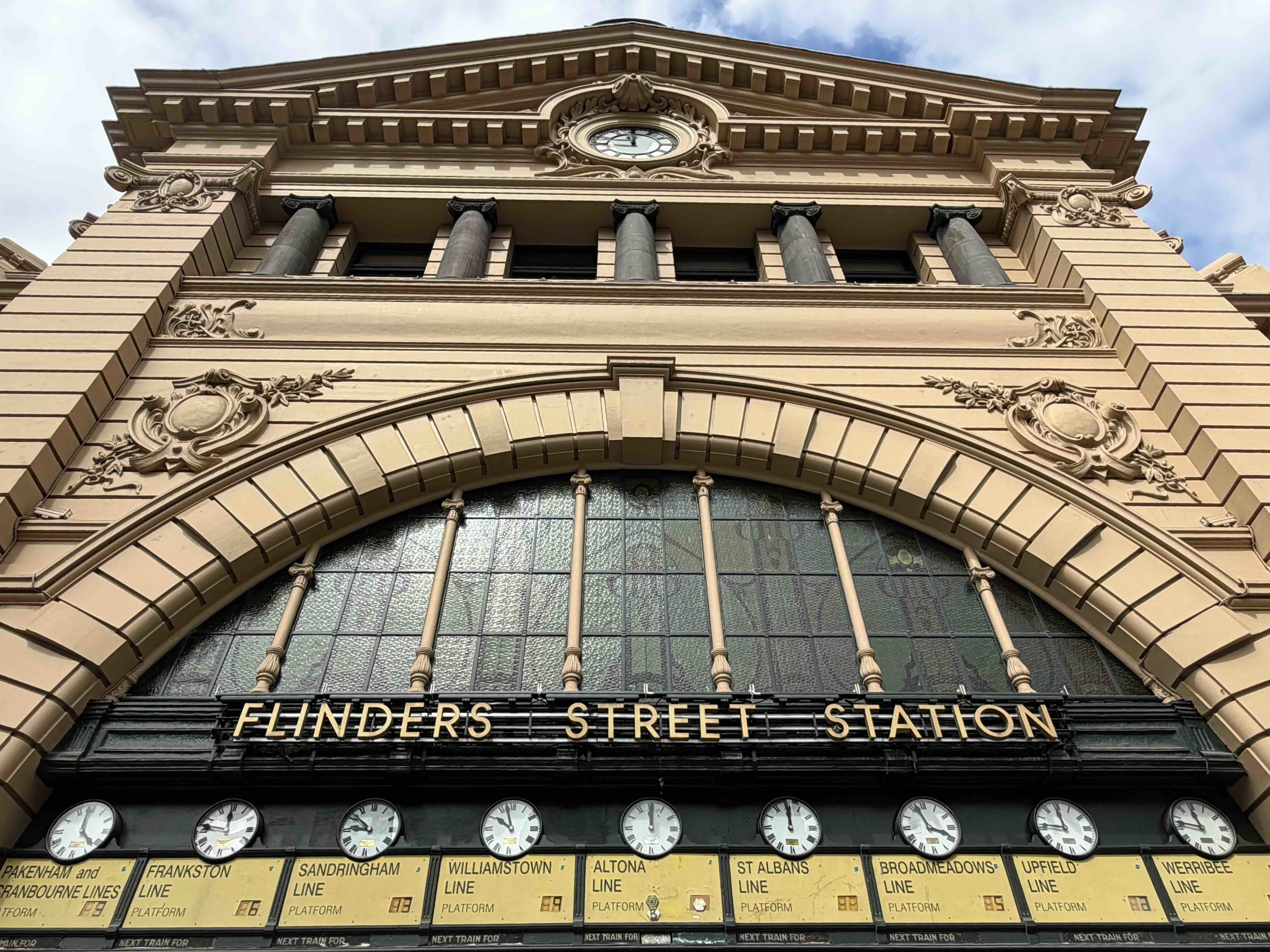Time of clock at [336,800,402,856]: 8:51
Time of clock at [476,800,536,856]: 9:57
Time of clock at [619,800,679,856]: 12:00
